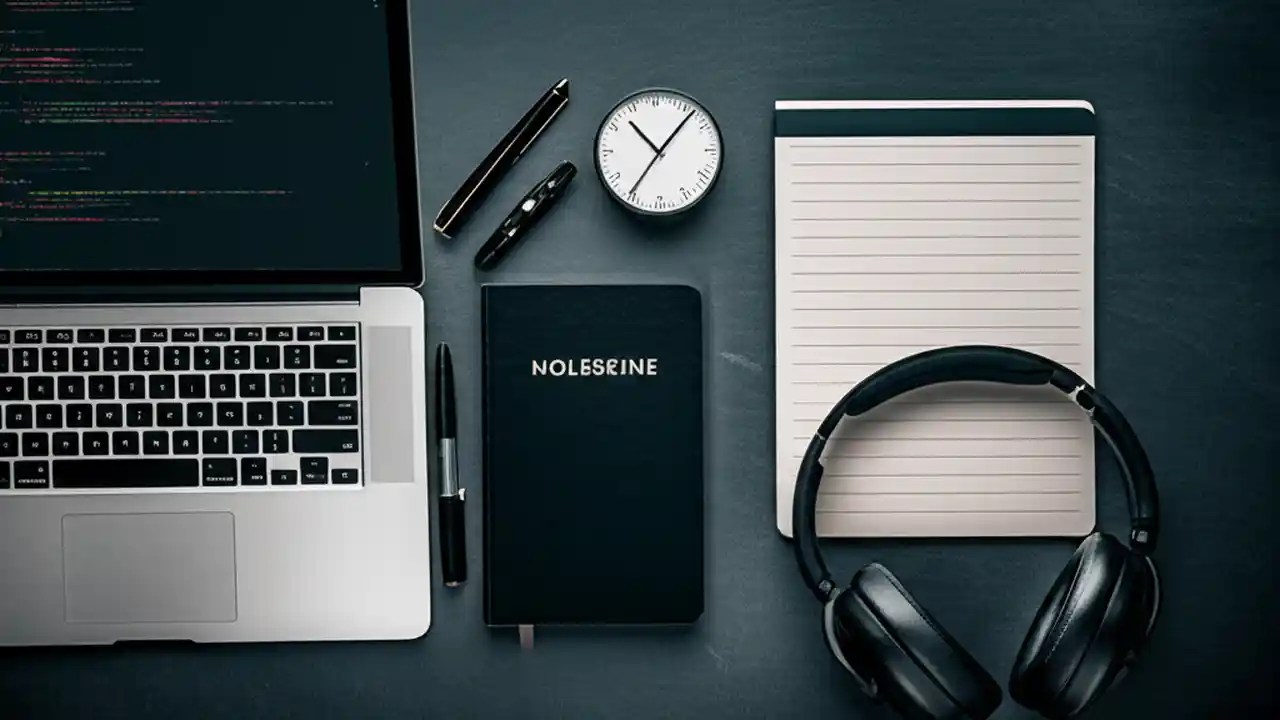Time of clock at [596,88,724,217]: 10:35
